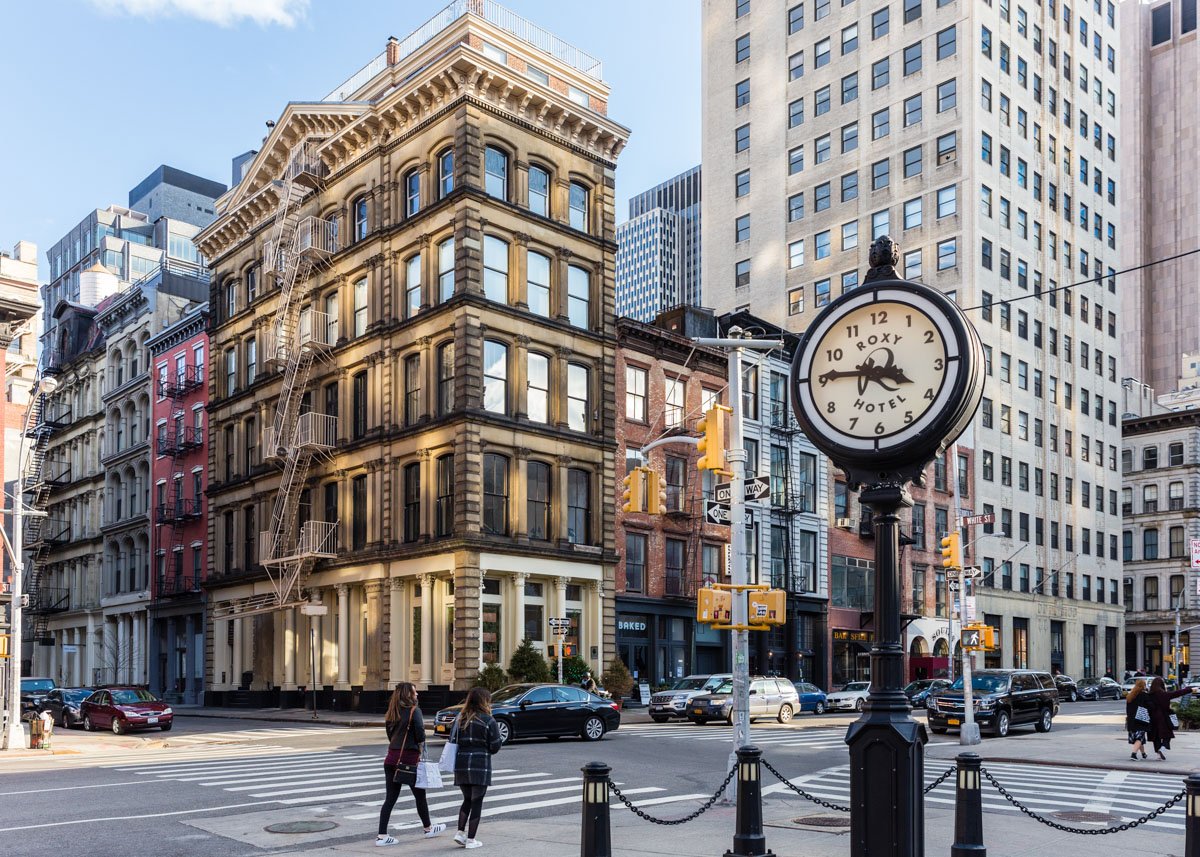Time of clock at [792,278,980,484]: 3:45
